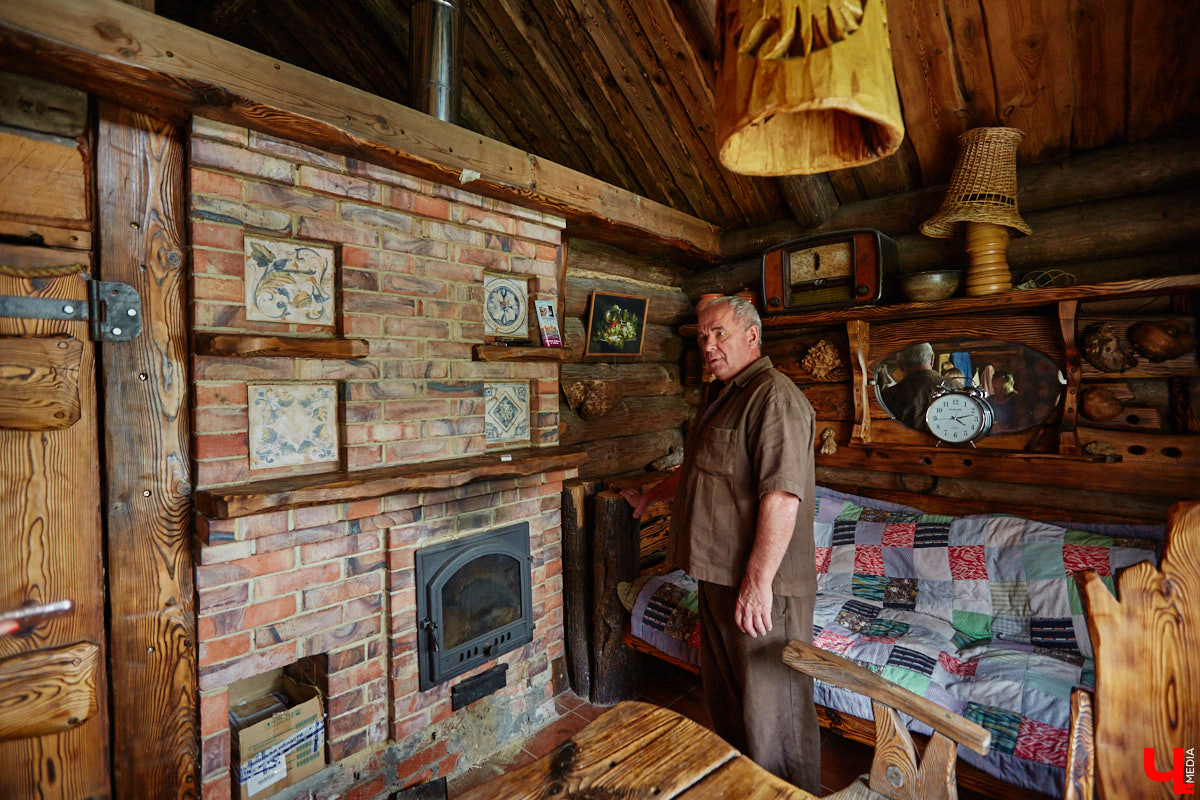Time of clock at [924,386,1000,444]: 4:12
